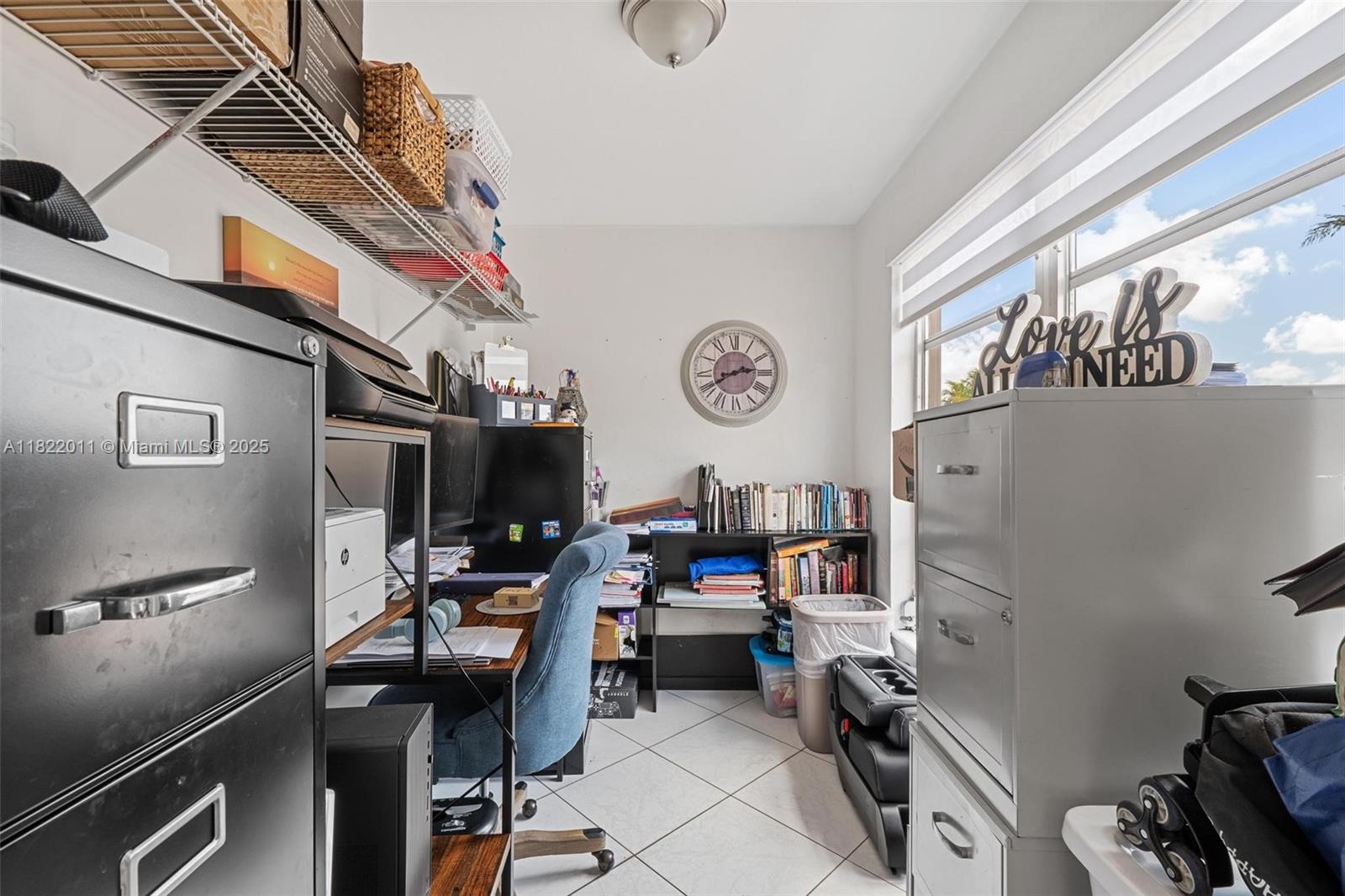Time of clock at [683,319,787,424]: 2:40
